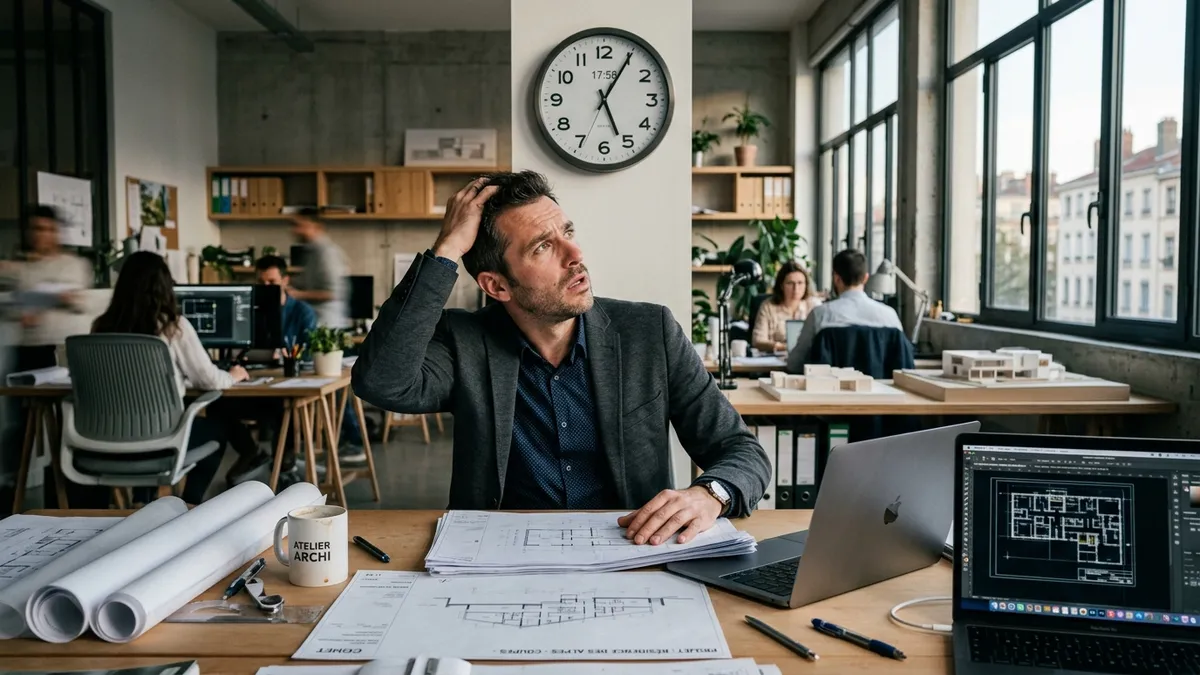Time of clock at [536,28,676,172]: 5:05
